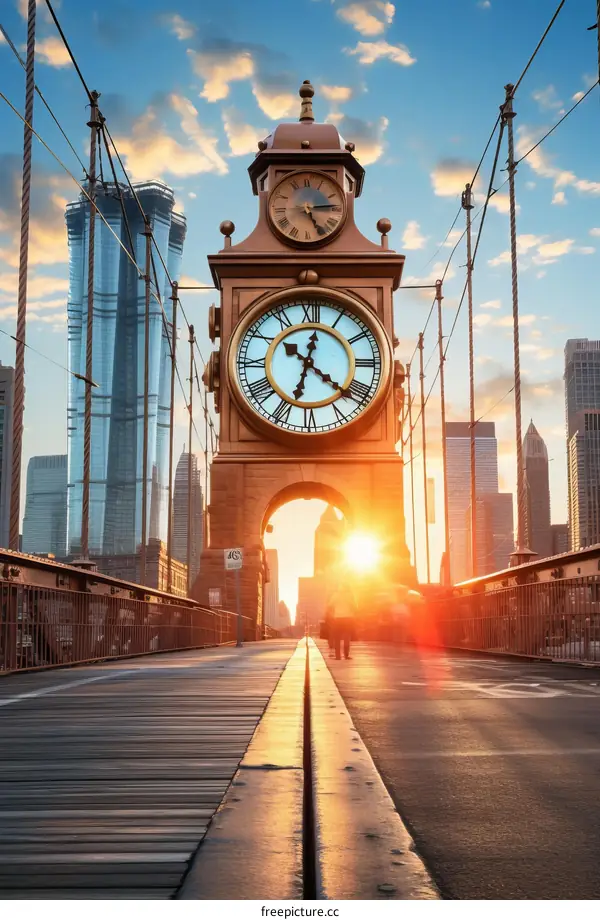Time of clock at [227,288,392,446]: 12:21
